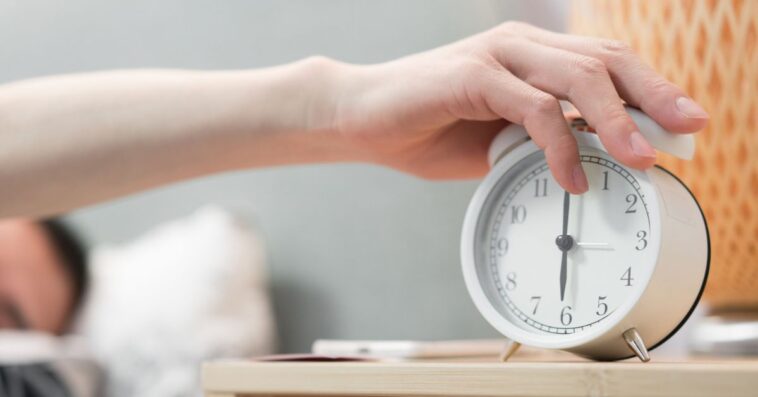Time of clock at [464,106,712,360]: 6:00
